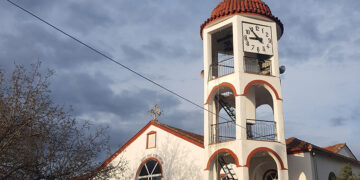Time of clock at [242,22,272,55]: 8:53
